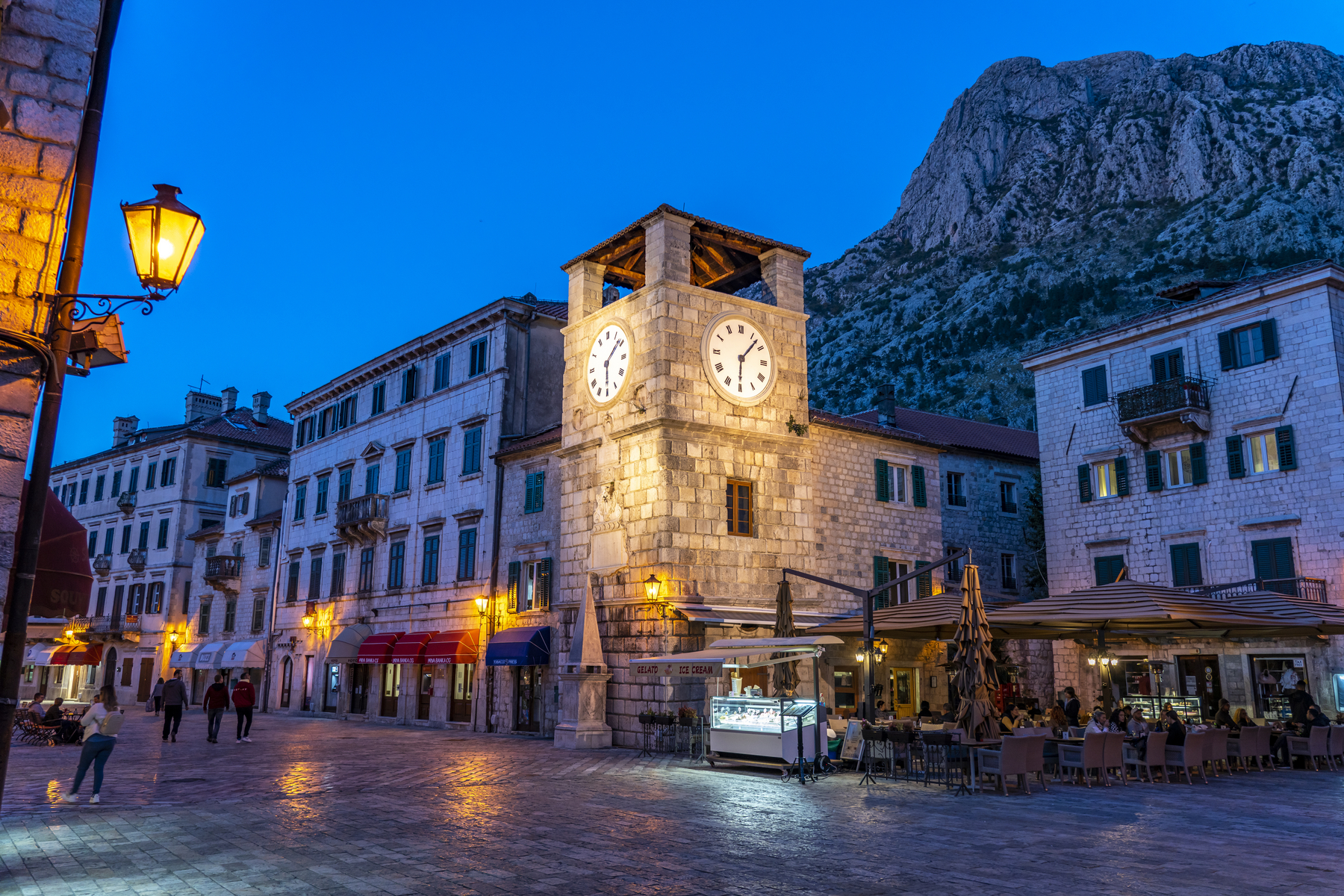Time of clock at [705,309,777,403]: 6:07
